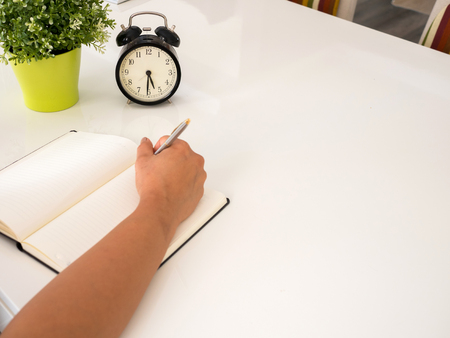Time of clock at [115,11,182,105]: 5:30
